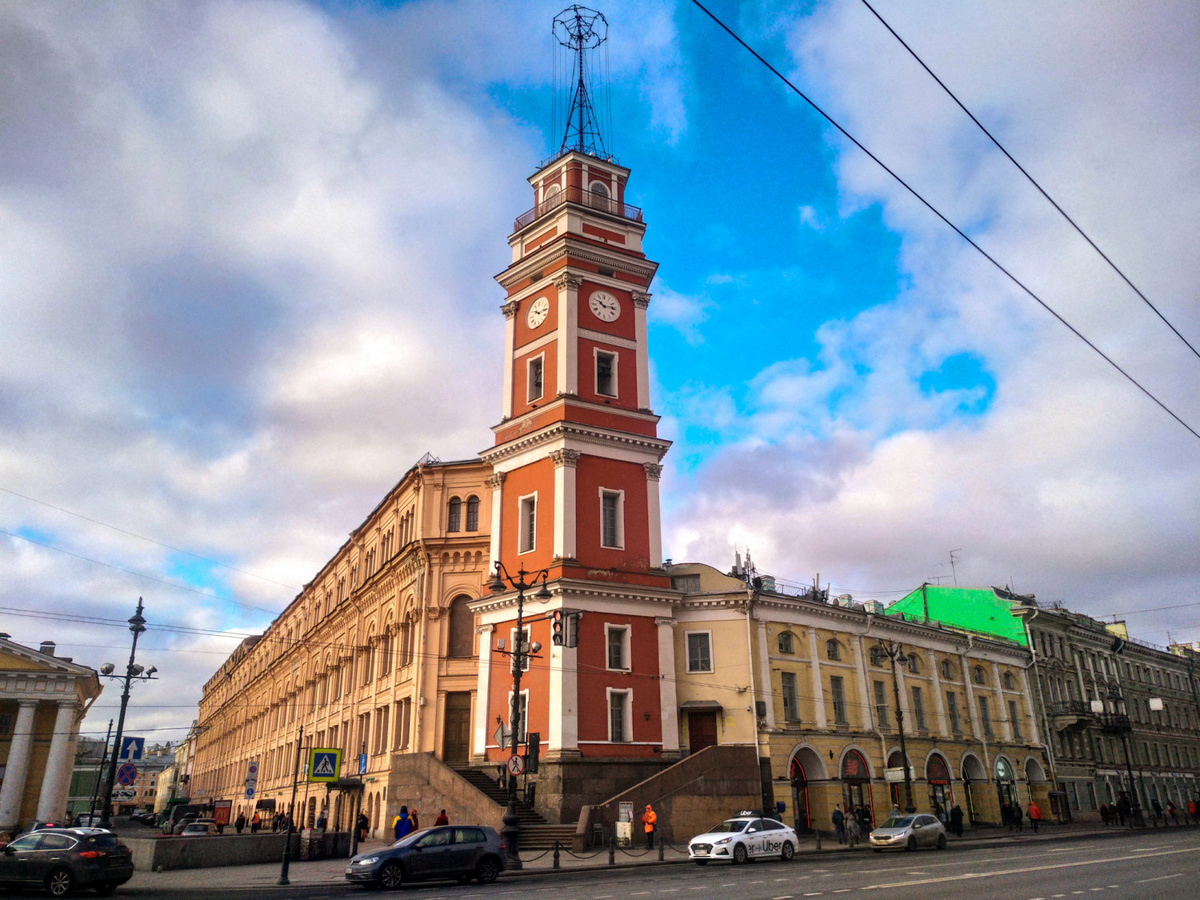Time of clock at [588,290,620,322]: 10:13
